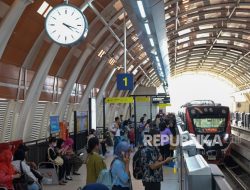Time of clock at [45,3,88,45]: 4:18
